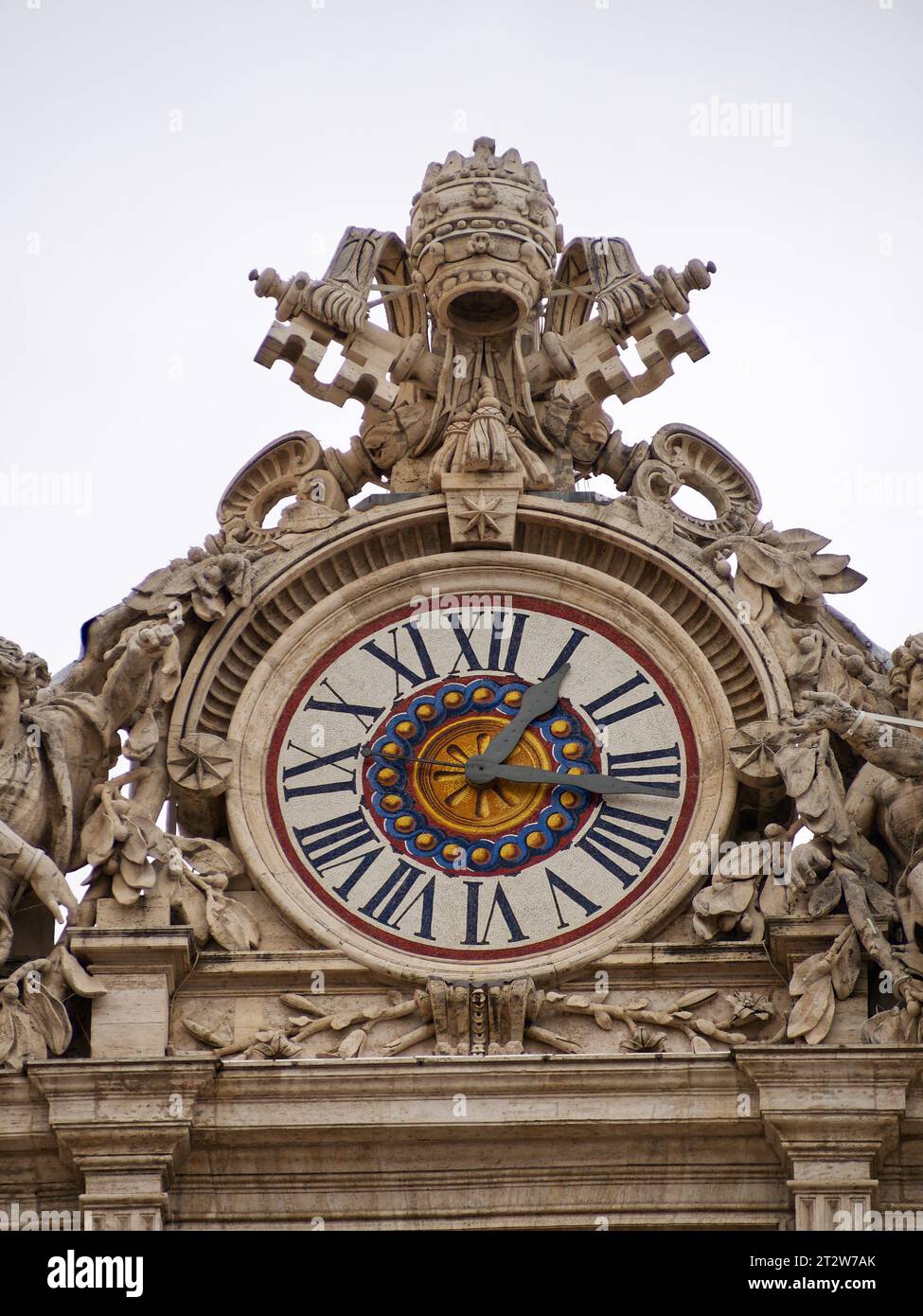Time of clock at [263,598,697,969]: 1:16
